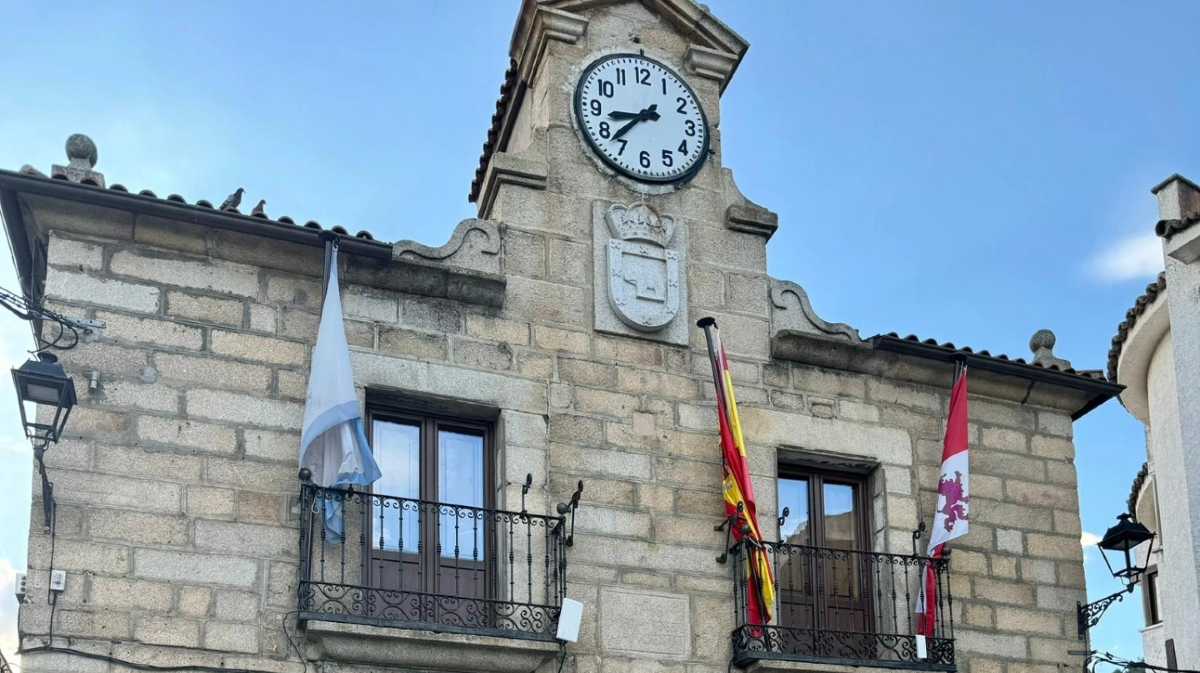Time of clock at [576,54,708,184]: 8:37
